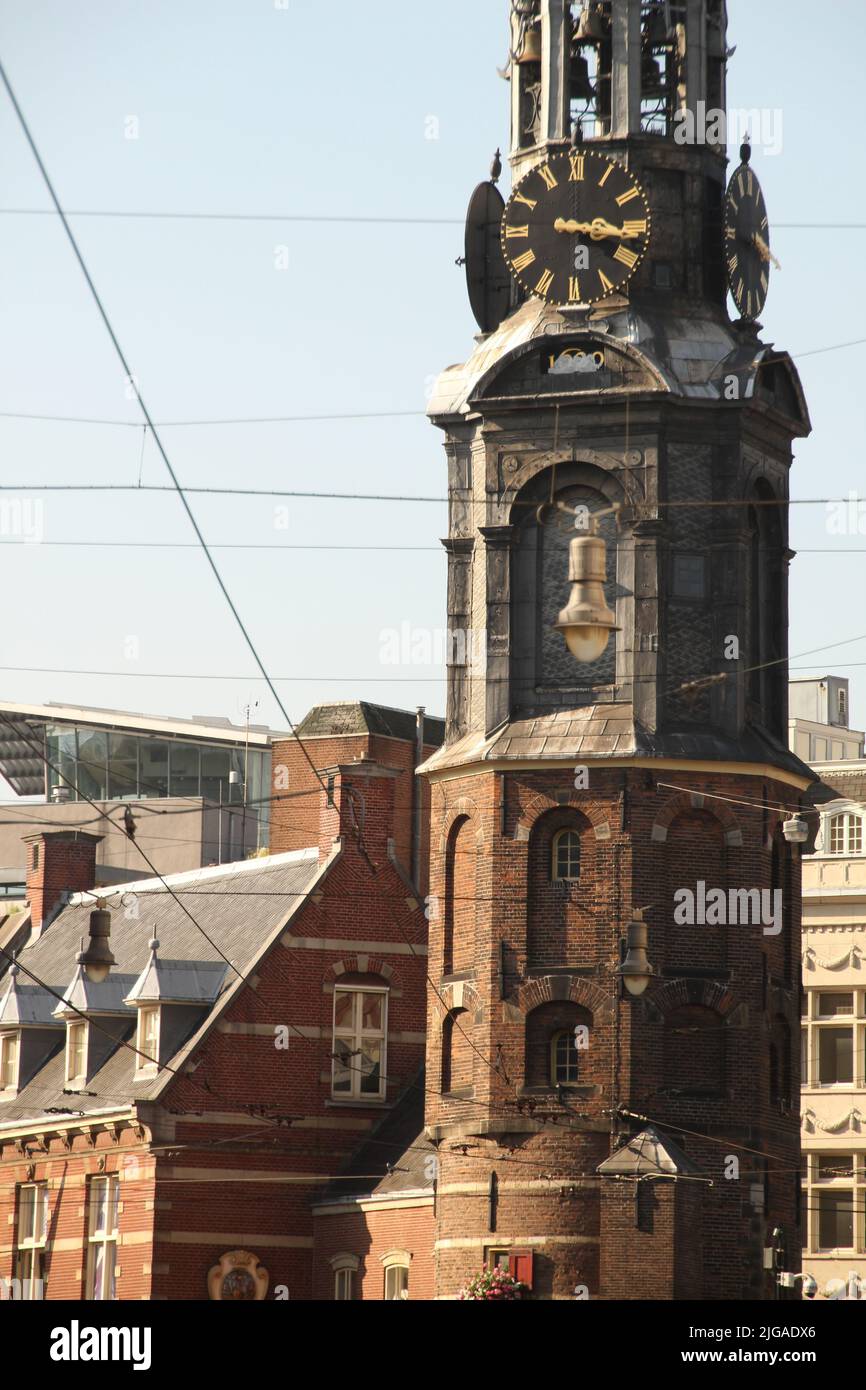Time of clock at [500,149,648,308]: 3:16
